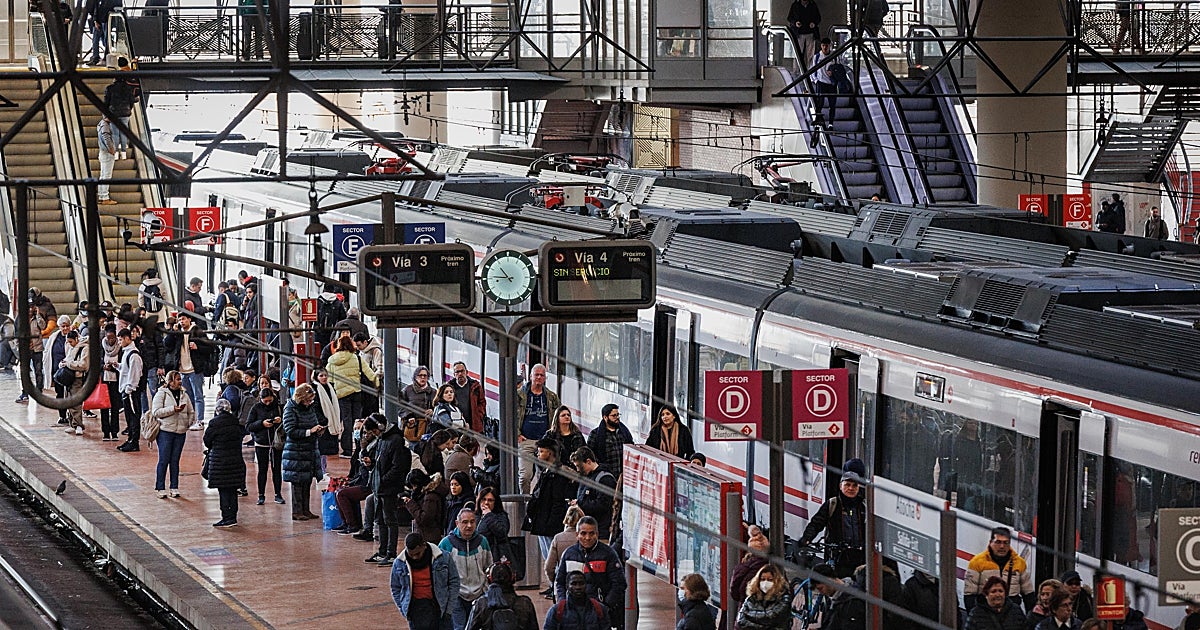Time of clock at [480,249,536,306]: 10:45
